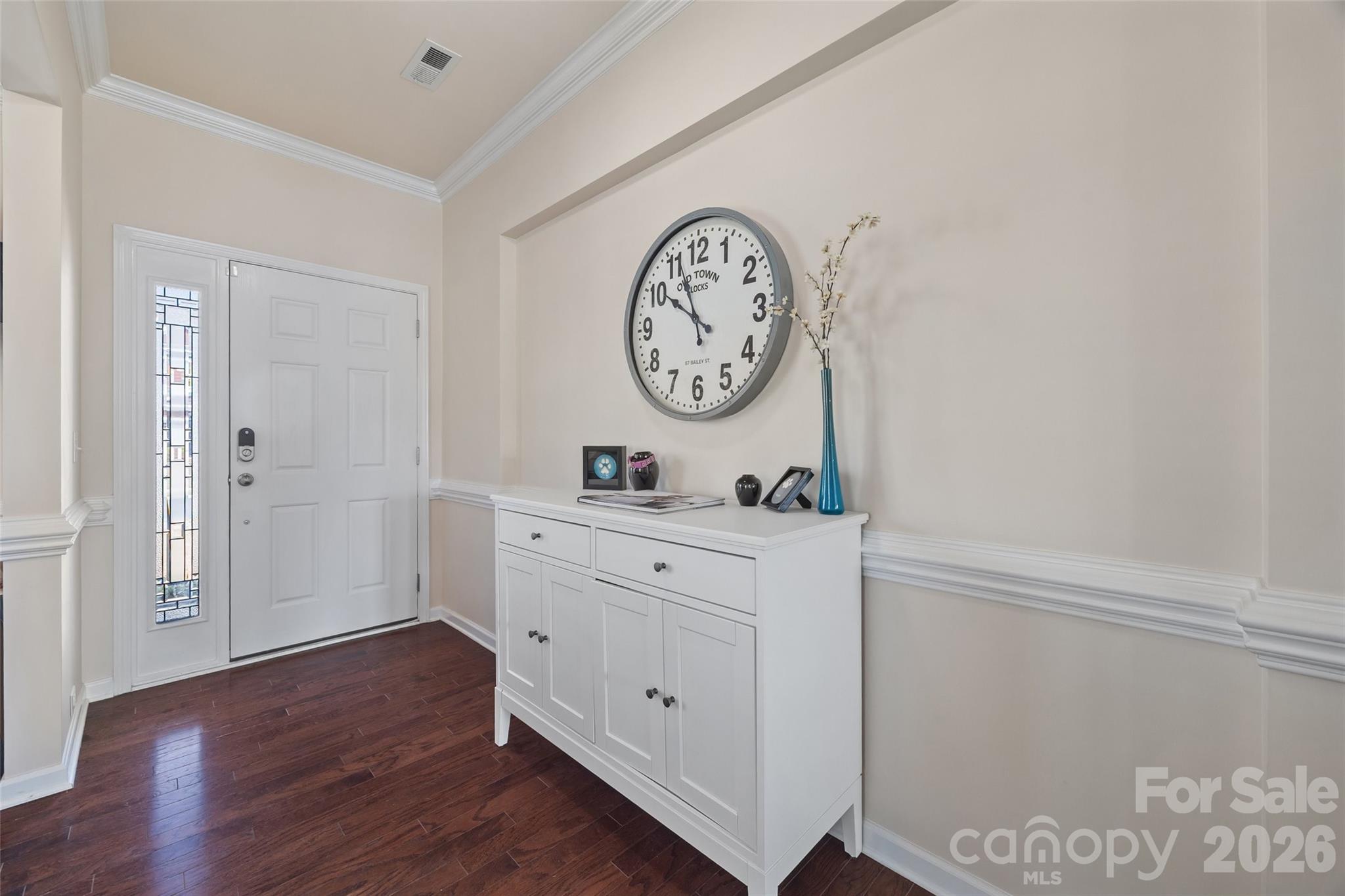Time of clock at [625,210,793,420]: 9:56
